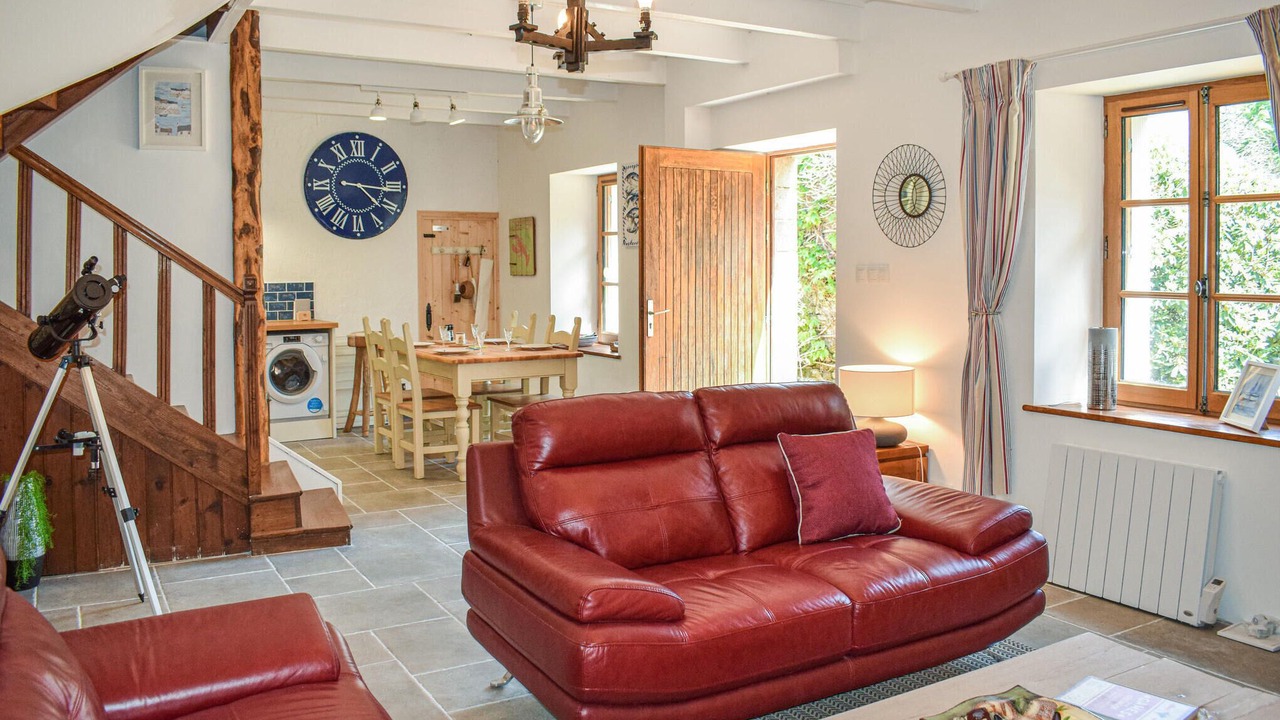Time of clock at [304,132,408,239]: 4:15
